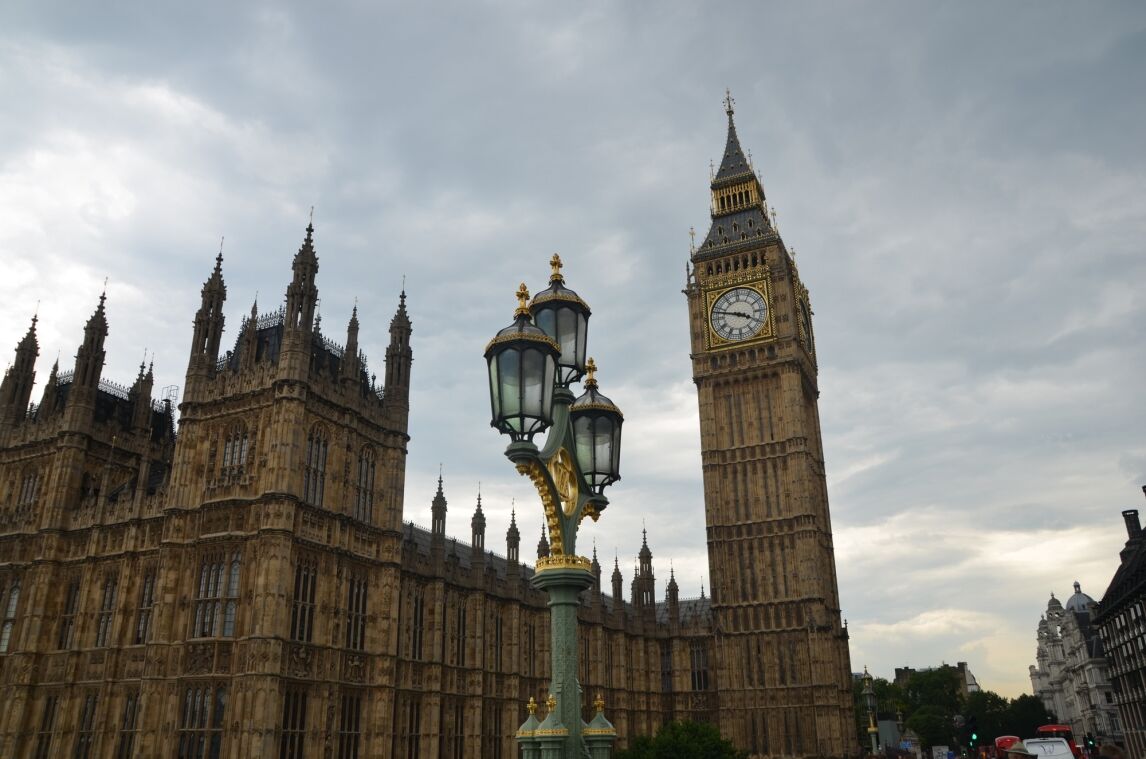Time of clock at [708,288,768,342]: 3:47
